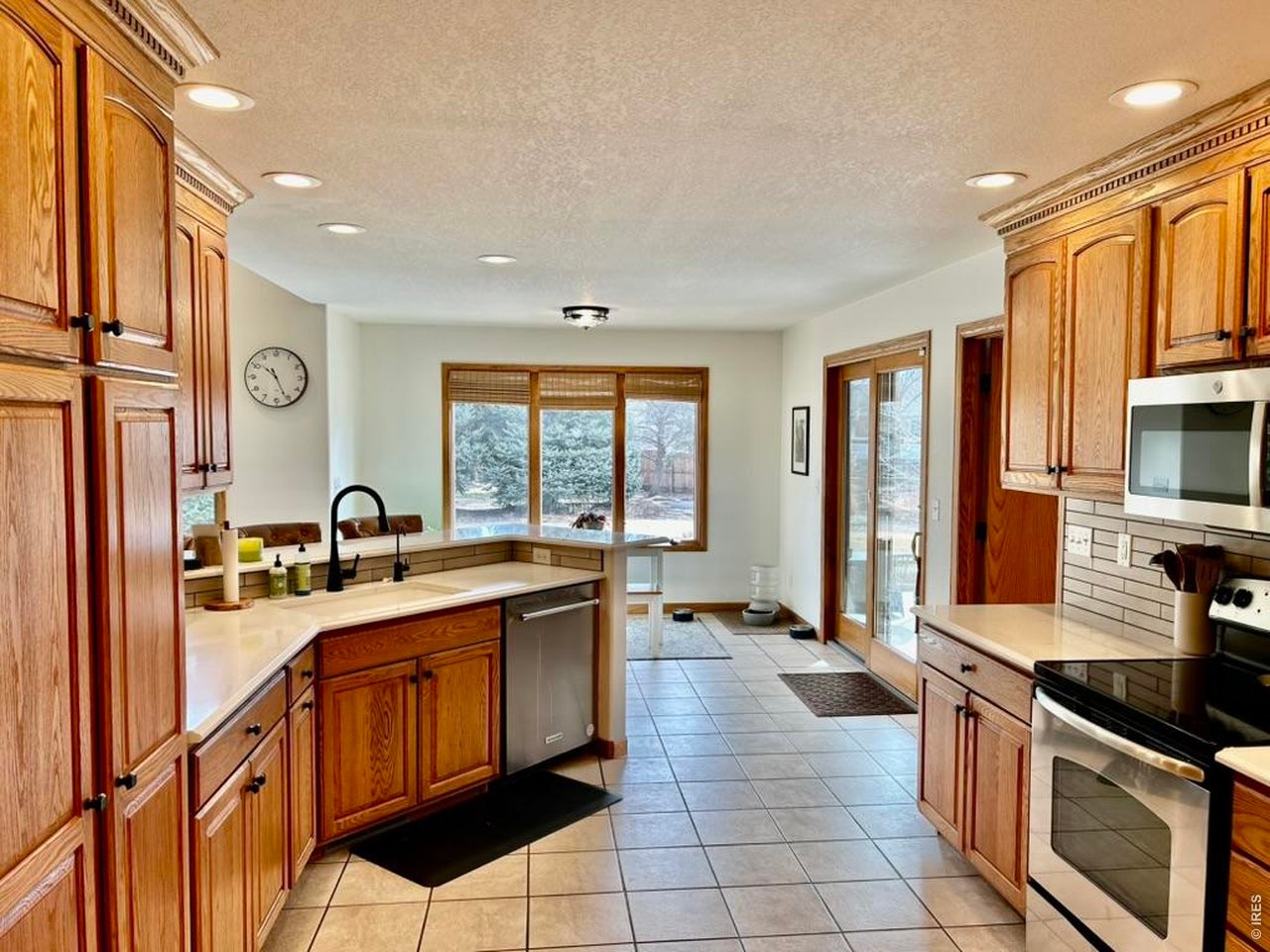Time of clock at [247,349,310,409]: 10:25
